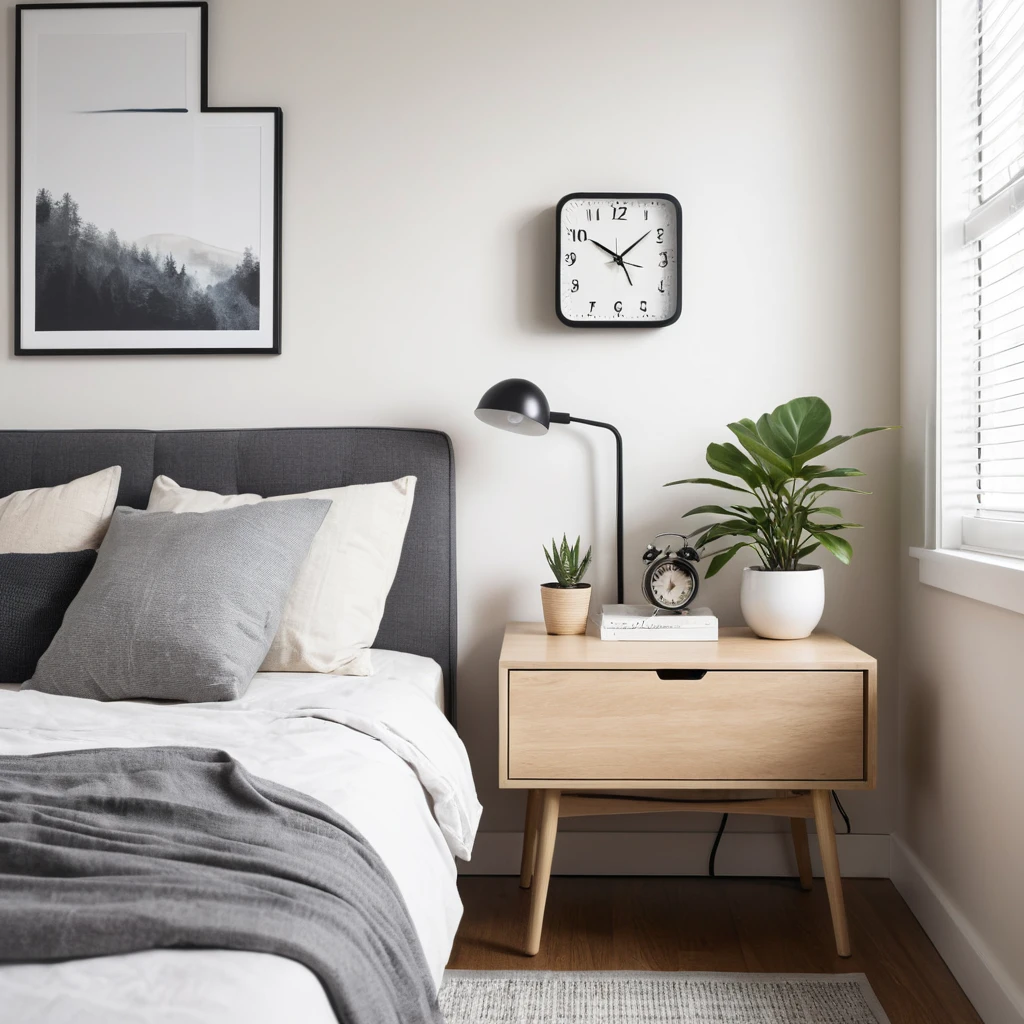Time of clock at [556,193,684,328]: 10:08
